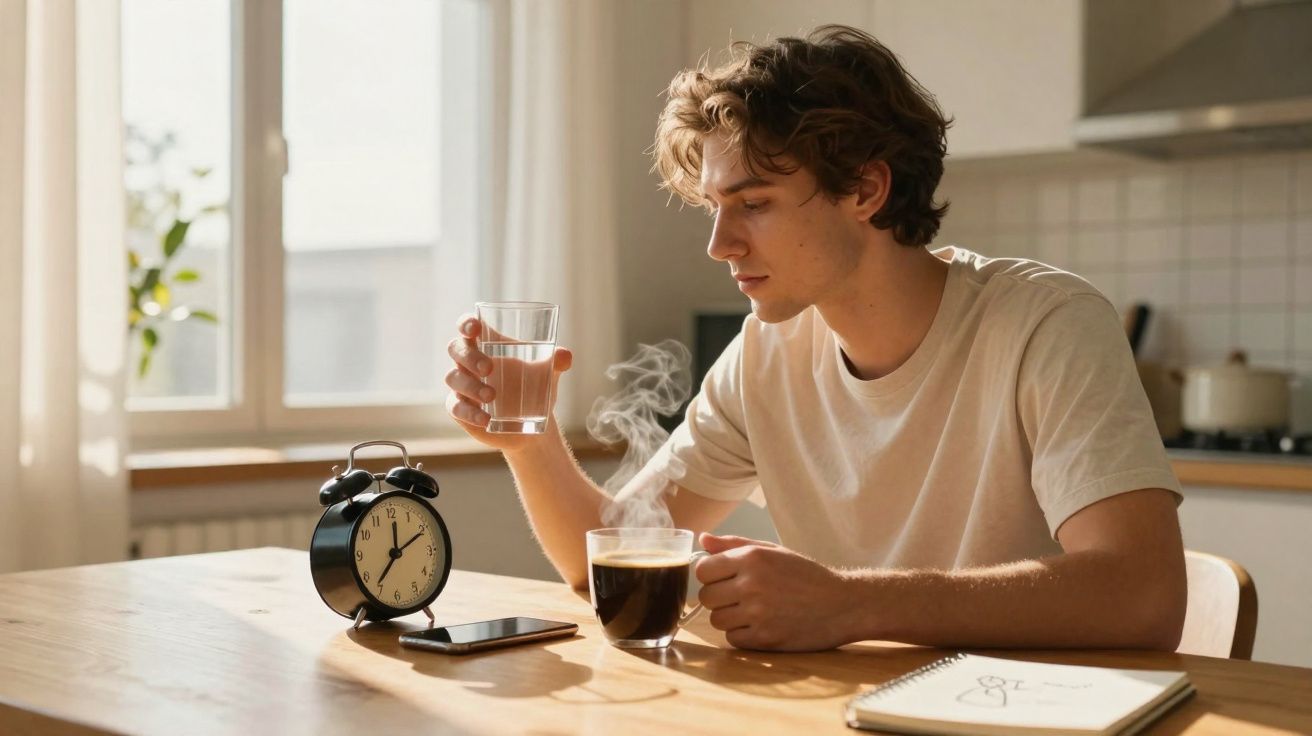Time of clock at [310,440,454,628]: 12:10
